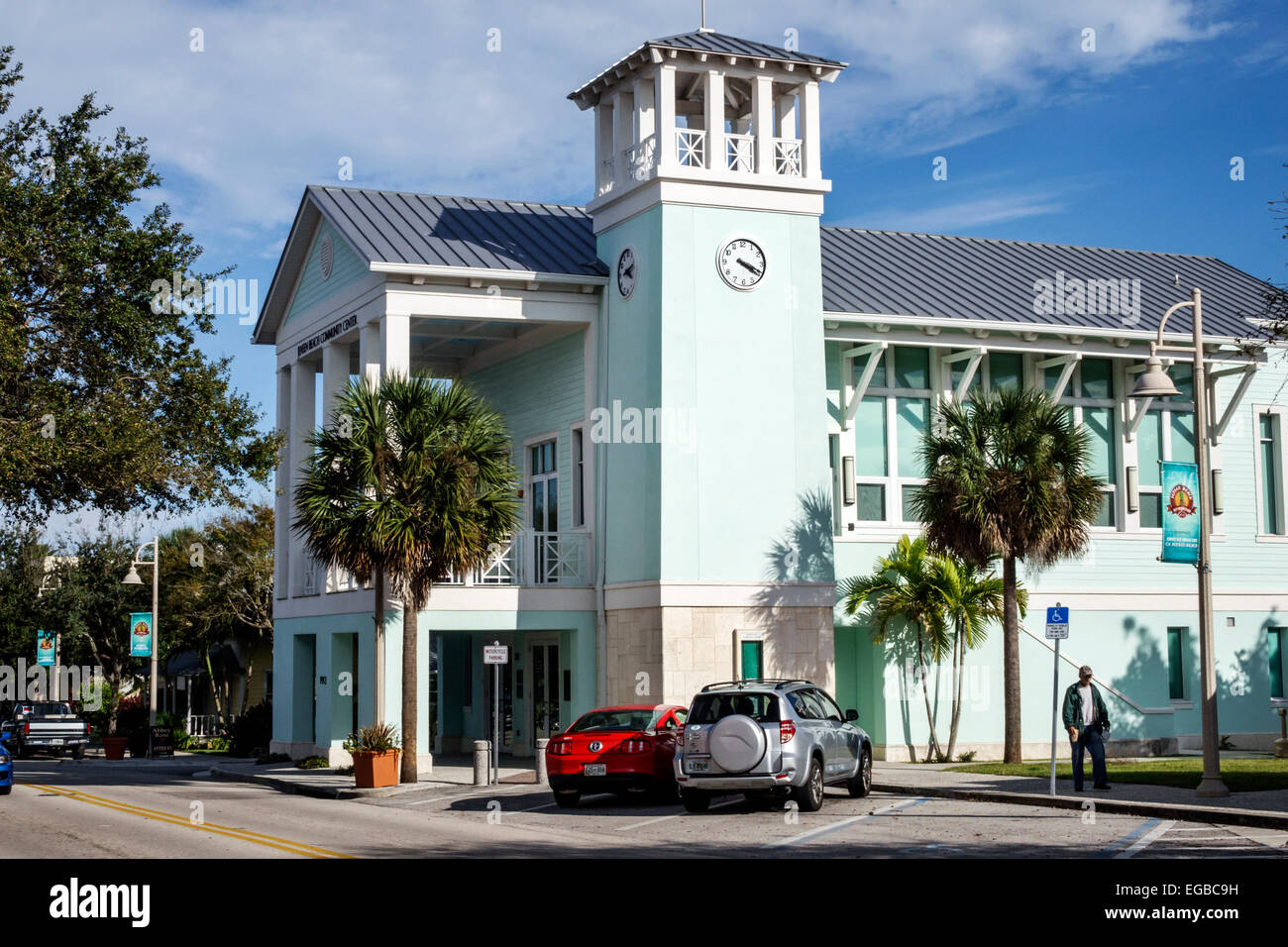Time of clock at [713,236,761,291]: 4:19
